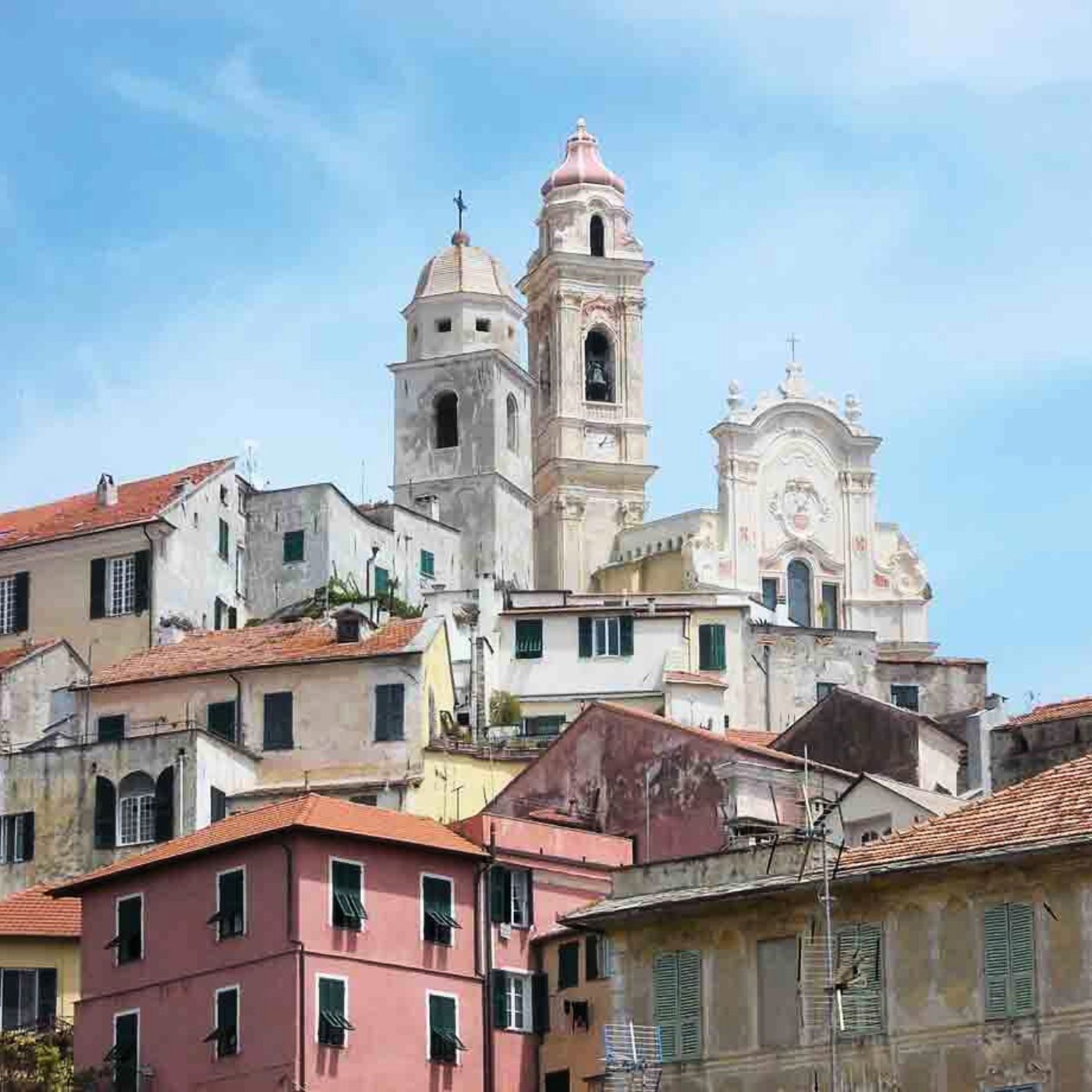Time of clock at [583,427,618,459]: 1:12
